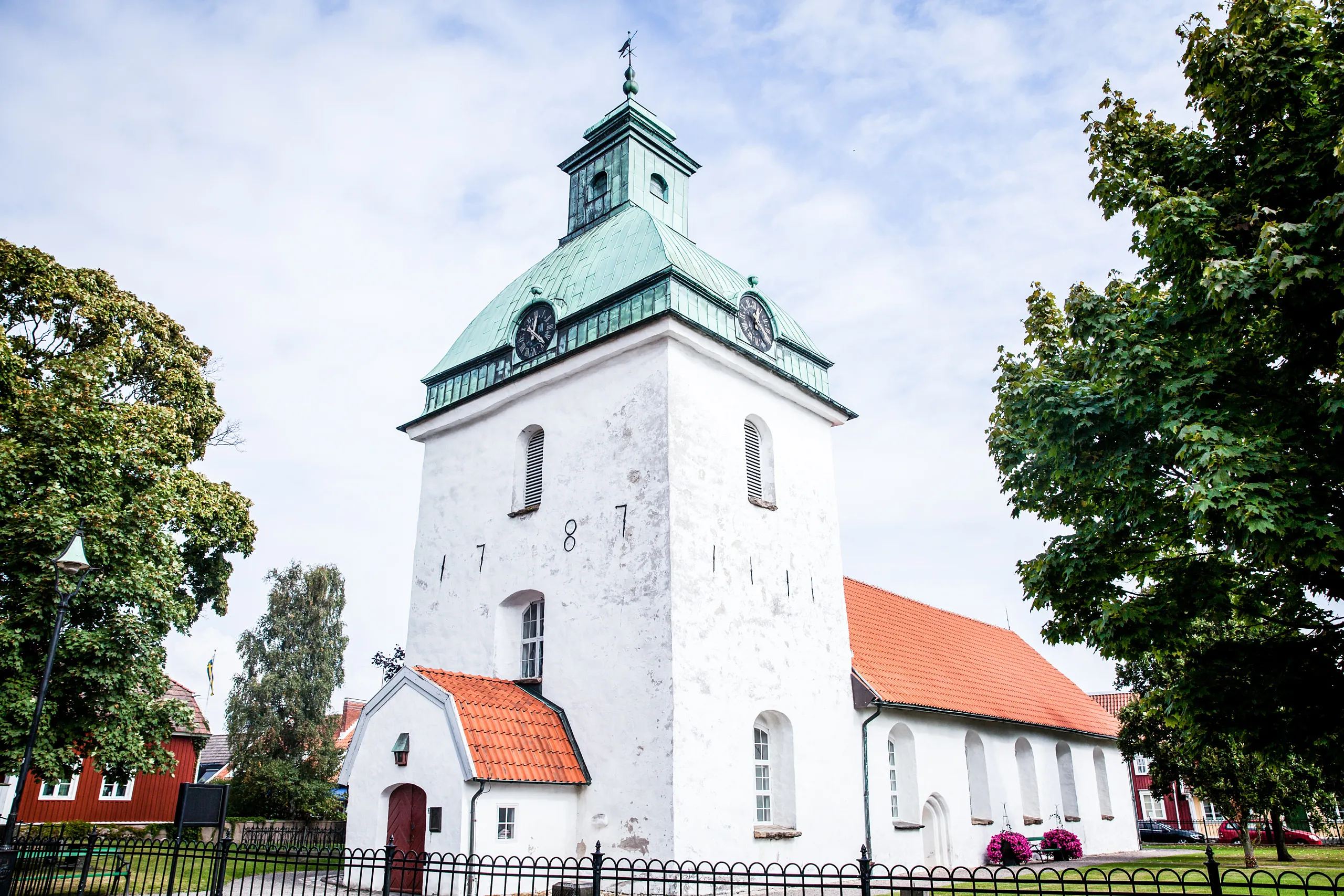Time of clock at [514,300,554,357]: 12:22
